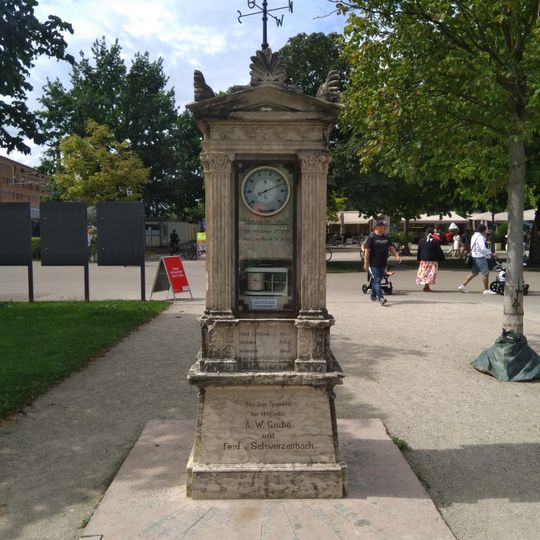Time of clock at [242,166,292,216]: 8:11
